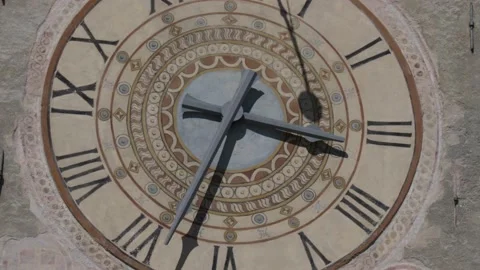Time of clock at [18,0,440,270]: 3:33
